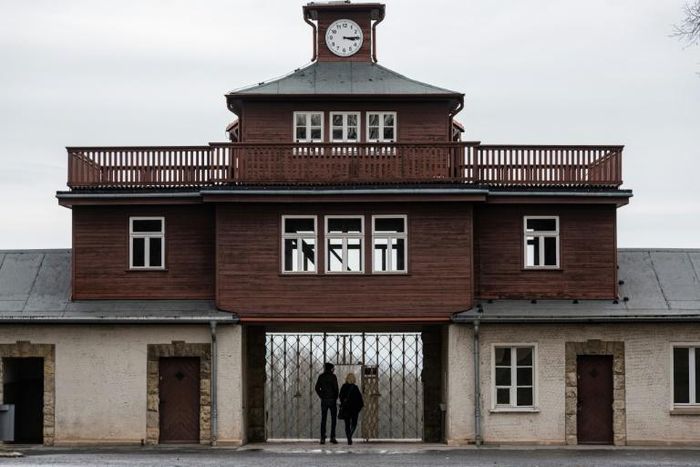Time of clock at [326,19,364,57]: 3:14
